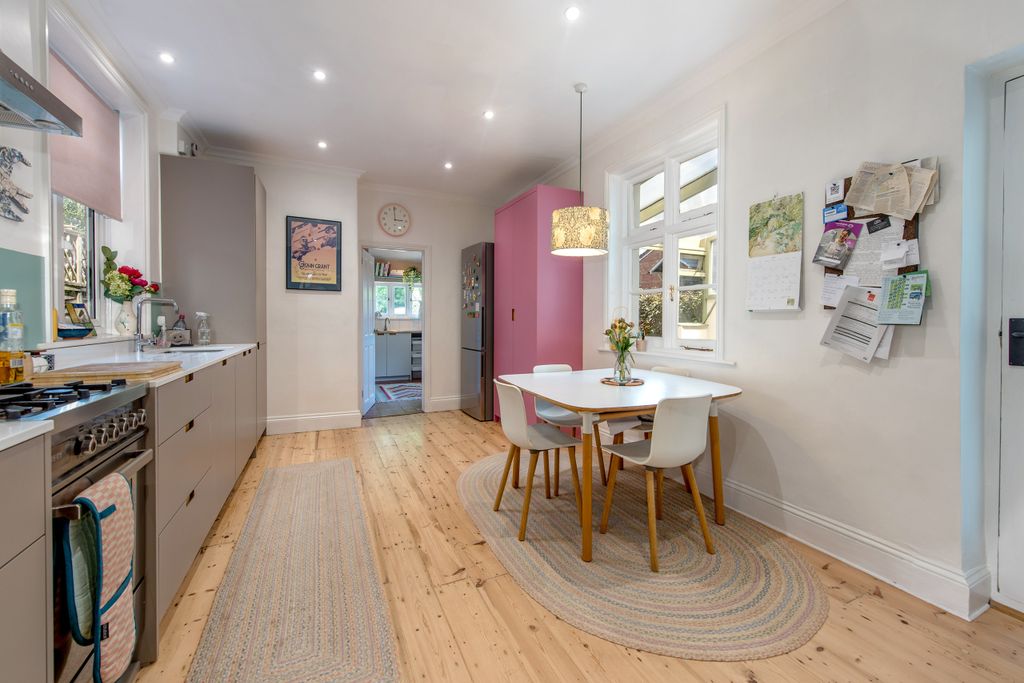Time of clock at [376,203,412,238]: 2:59
